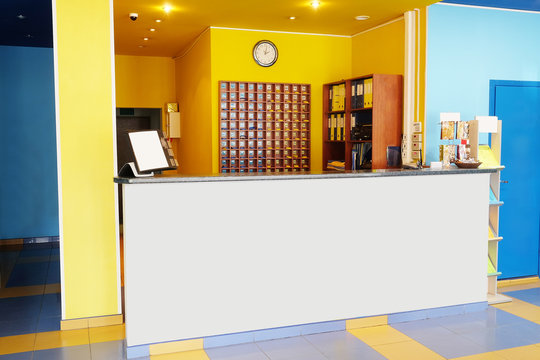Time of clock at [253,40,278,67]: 2:02
